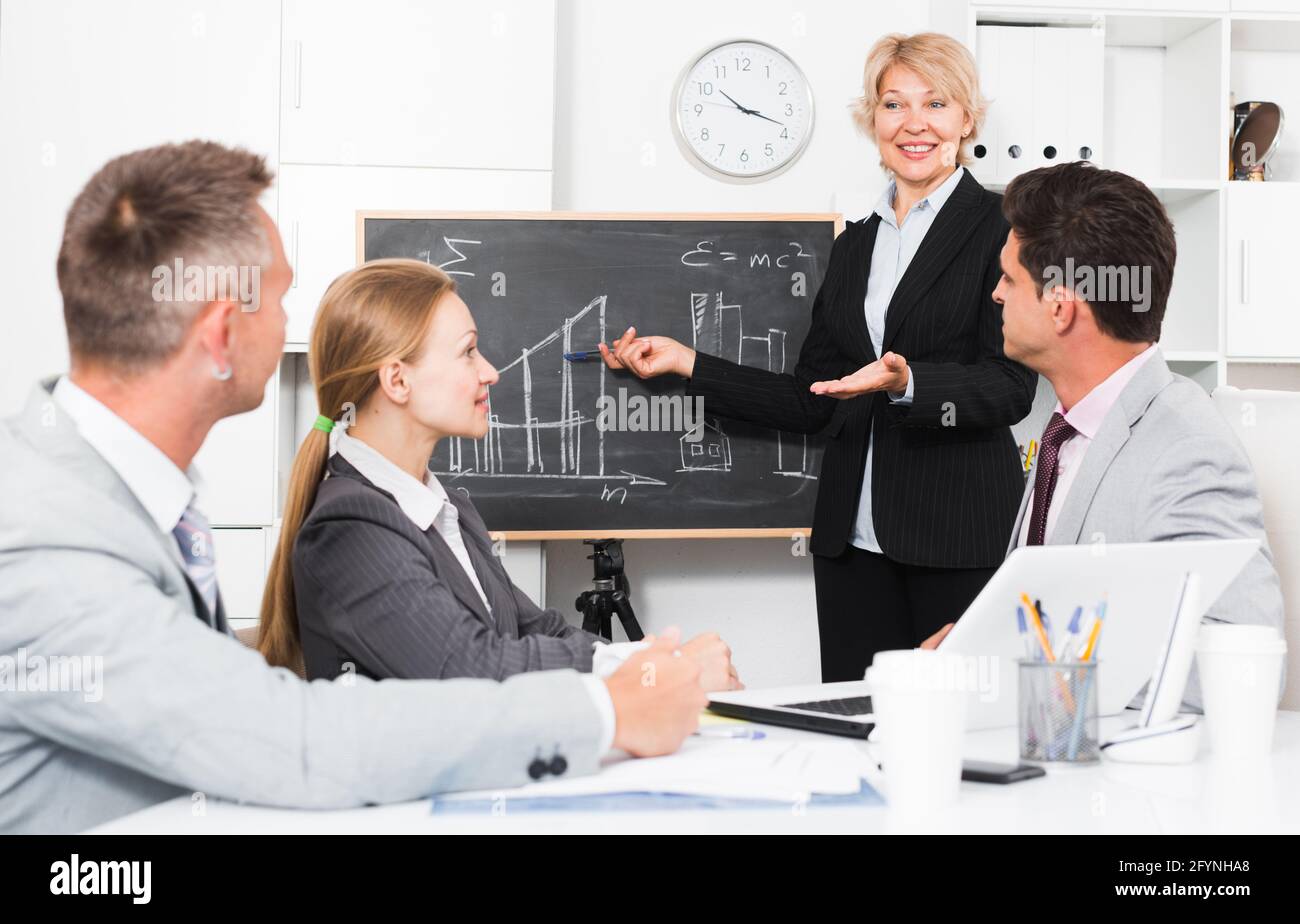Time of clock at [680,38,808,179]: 10:18
